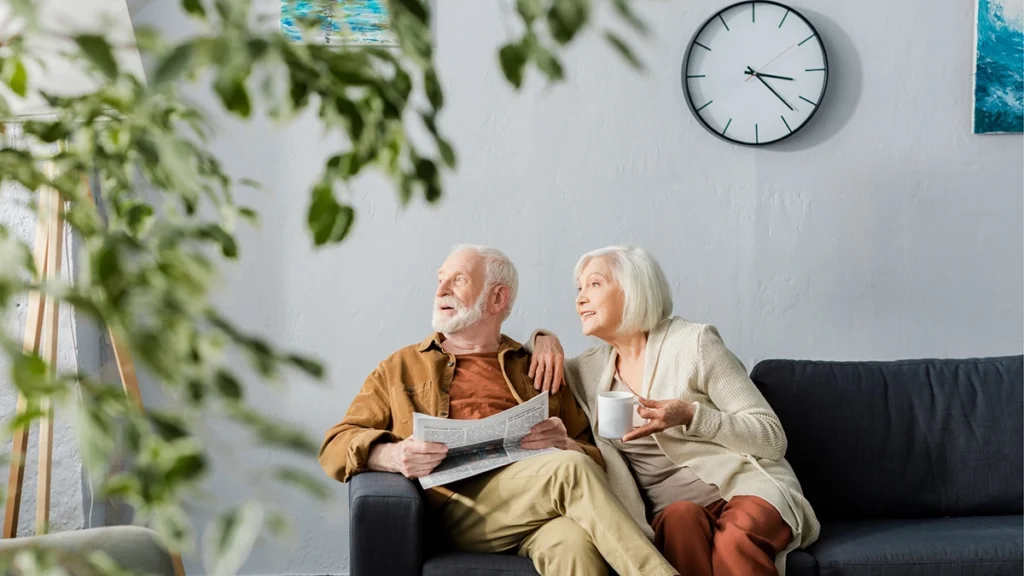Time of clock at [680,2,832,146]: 3:22
